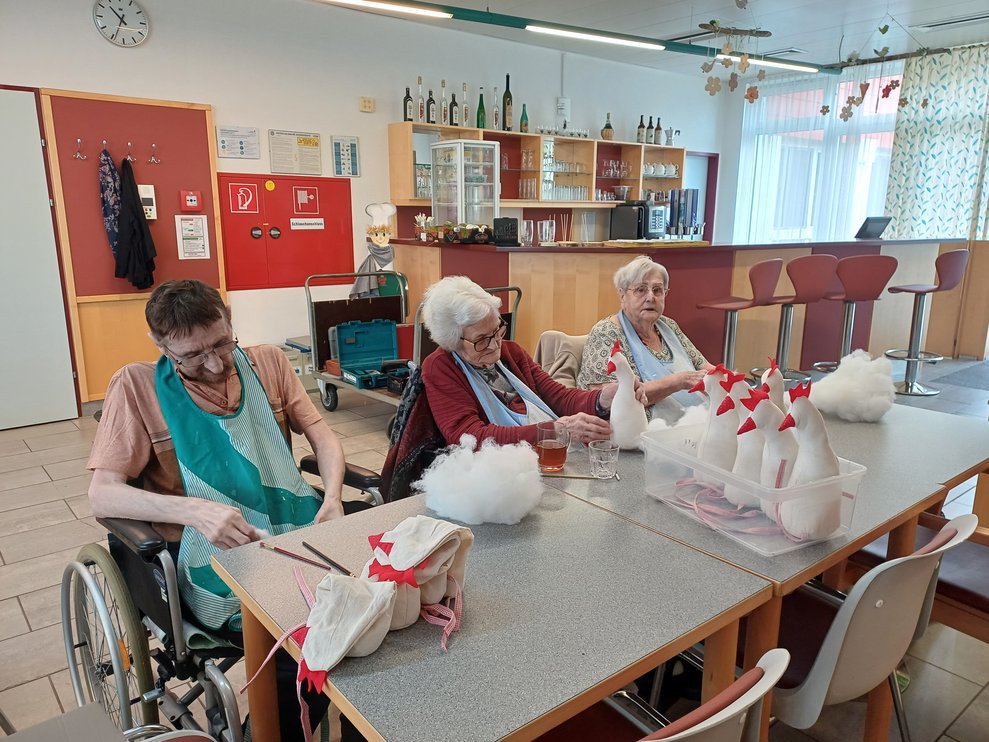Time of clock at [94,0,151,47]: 10:34
